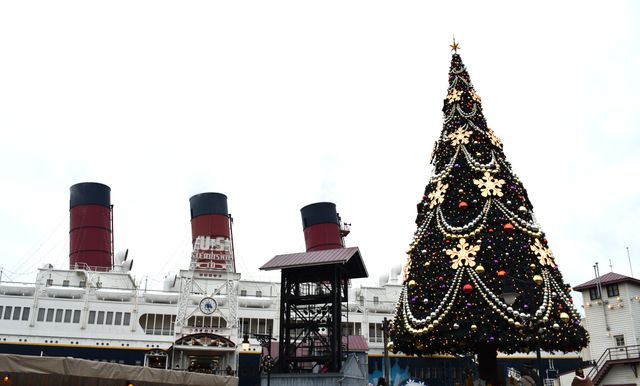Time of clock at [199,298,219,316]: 3:27
